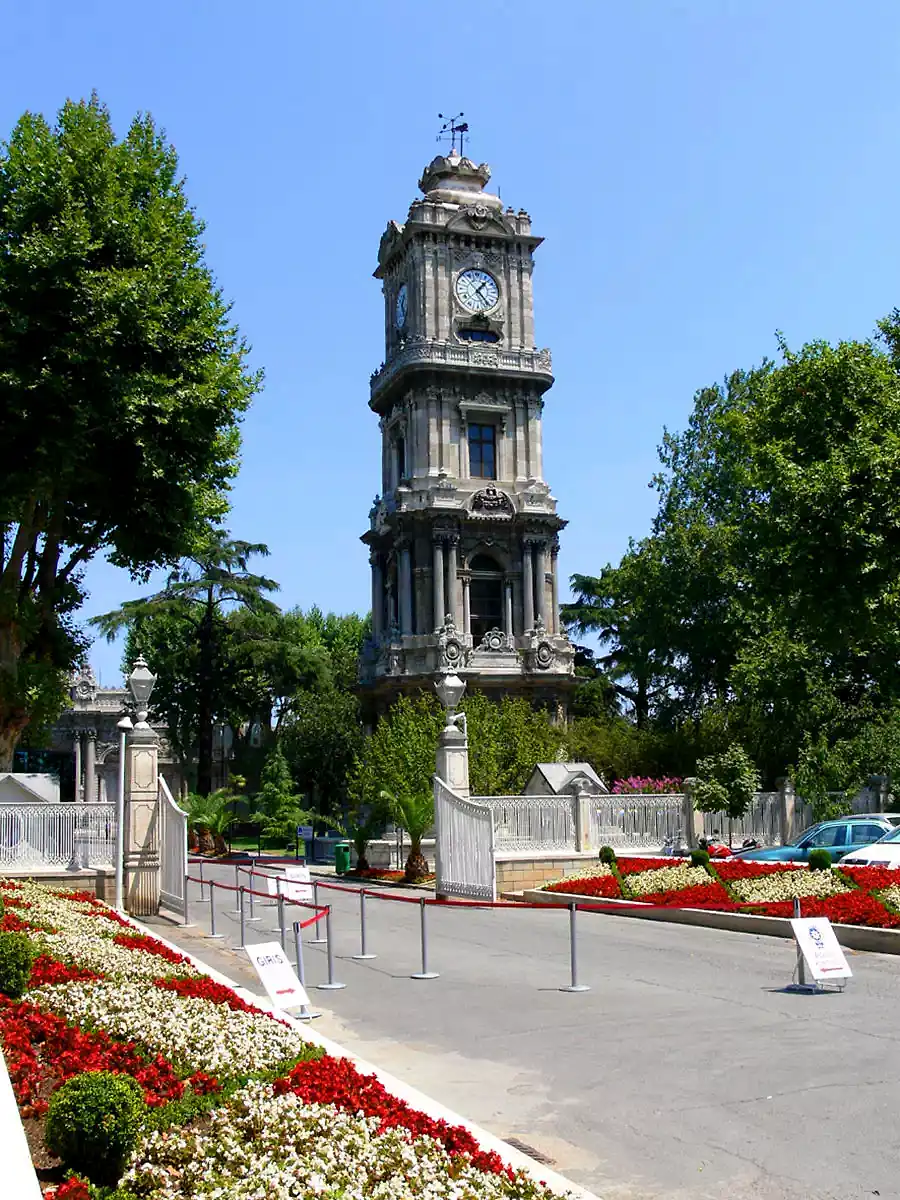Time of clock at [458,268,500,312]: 1:23
